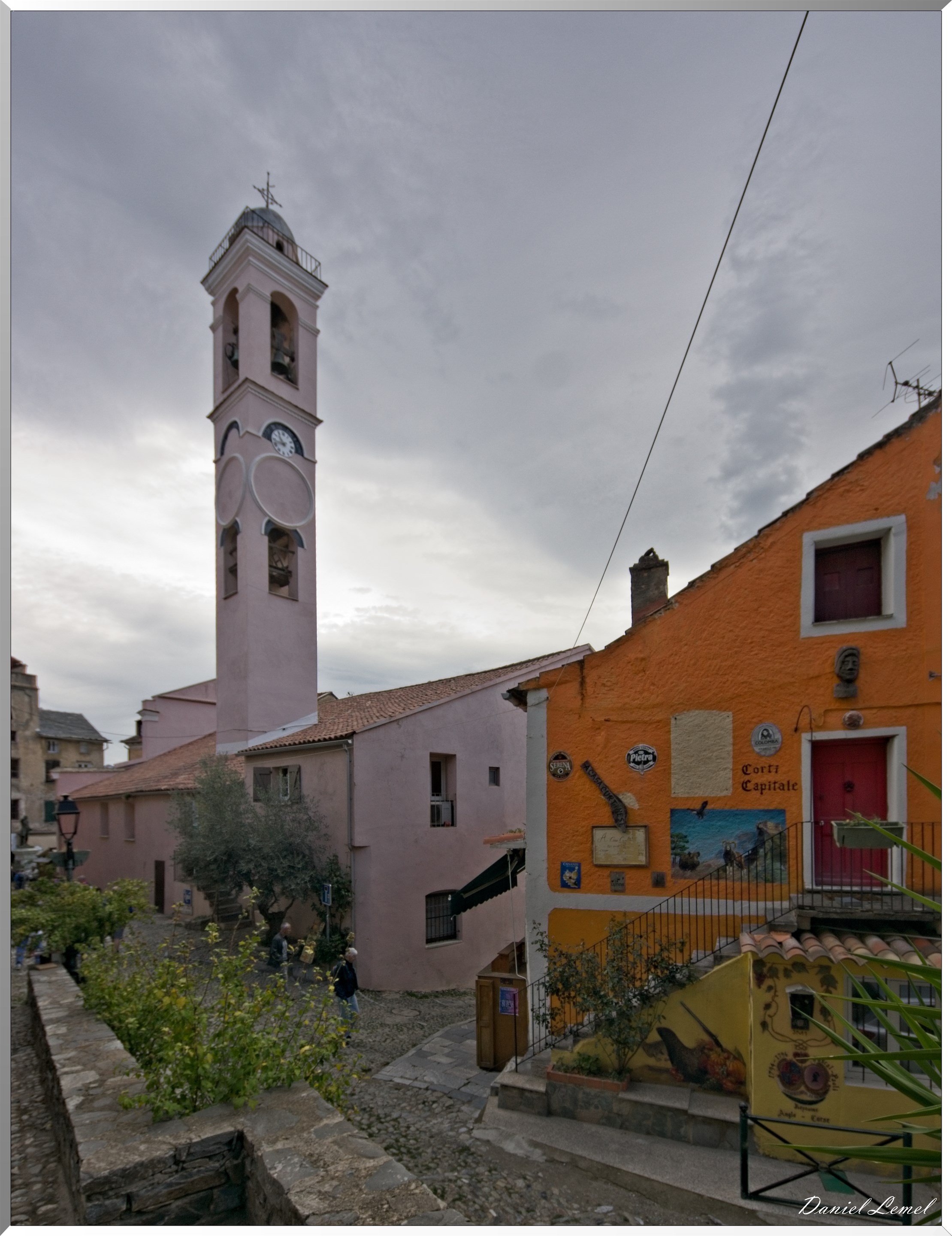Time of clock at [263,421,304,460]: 10:43
